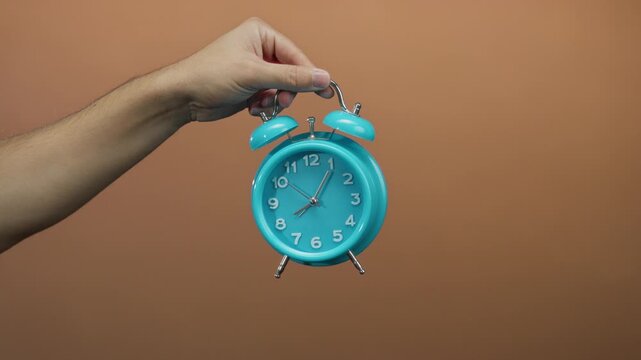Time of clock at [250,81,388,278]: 8:05
